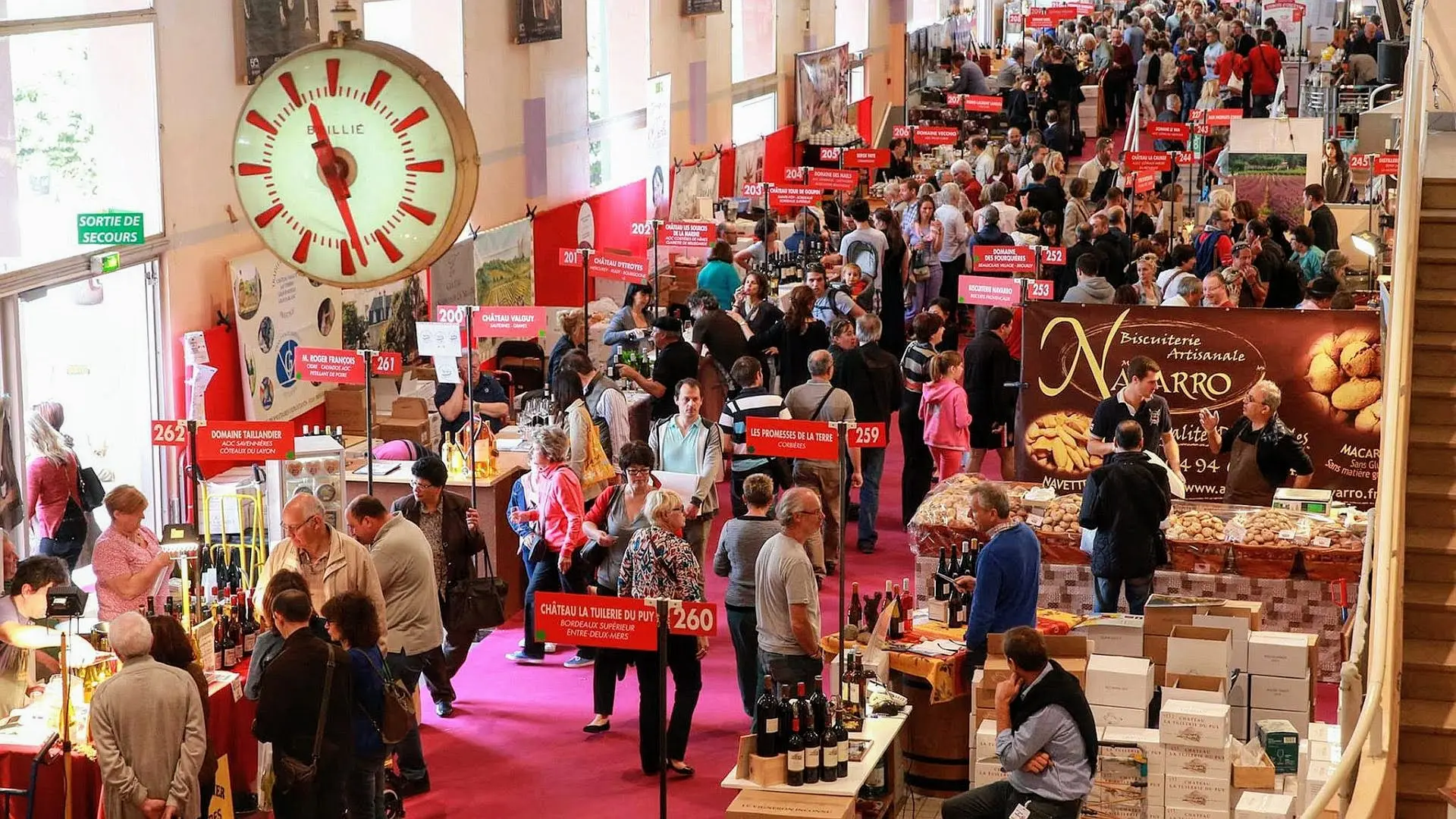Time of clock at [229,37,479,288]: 11:28
